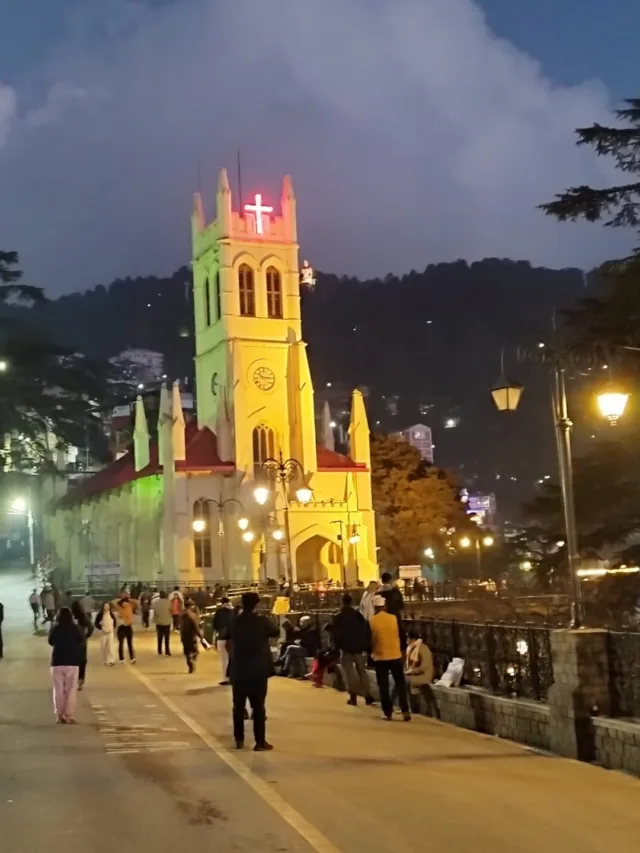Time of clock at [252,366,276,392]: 10:14
